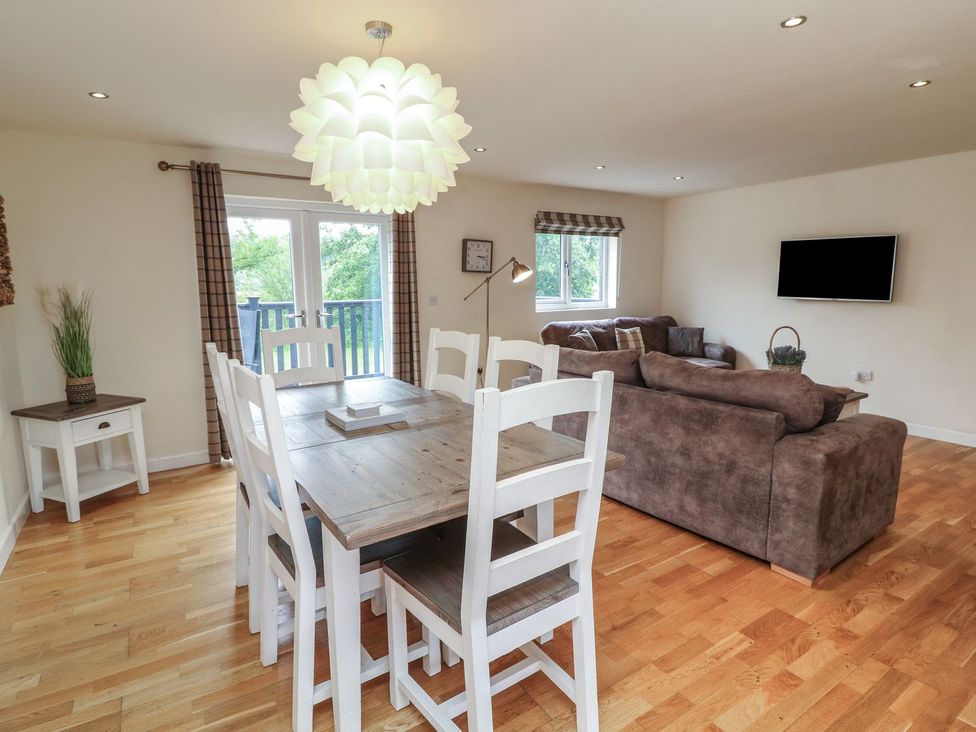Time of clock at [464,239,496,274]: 3:18
